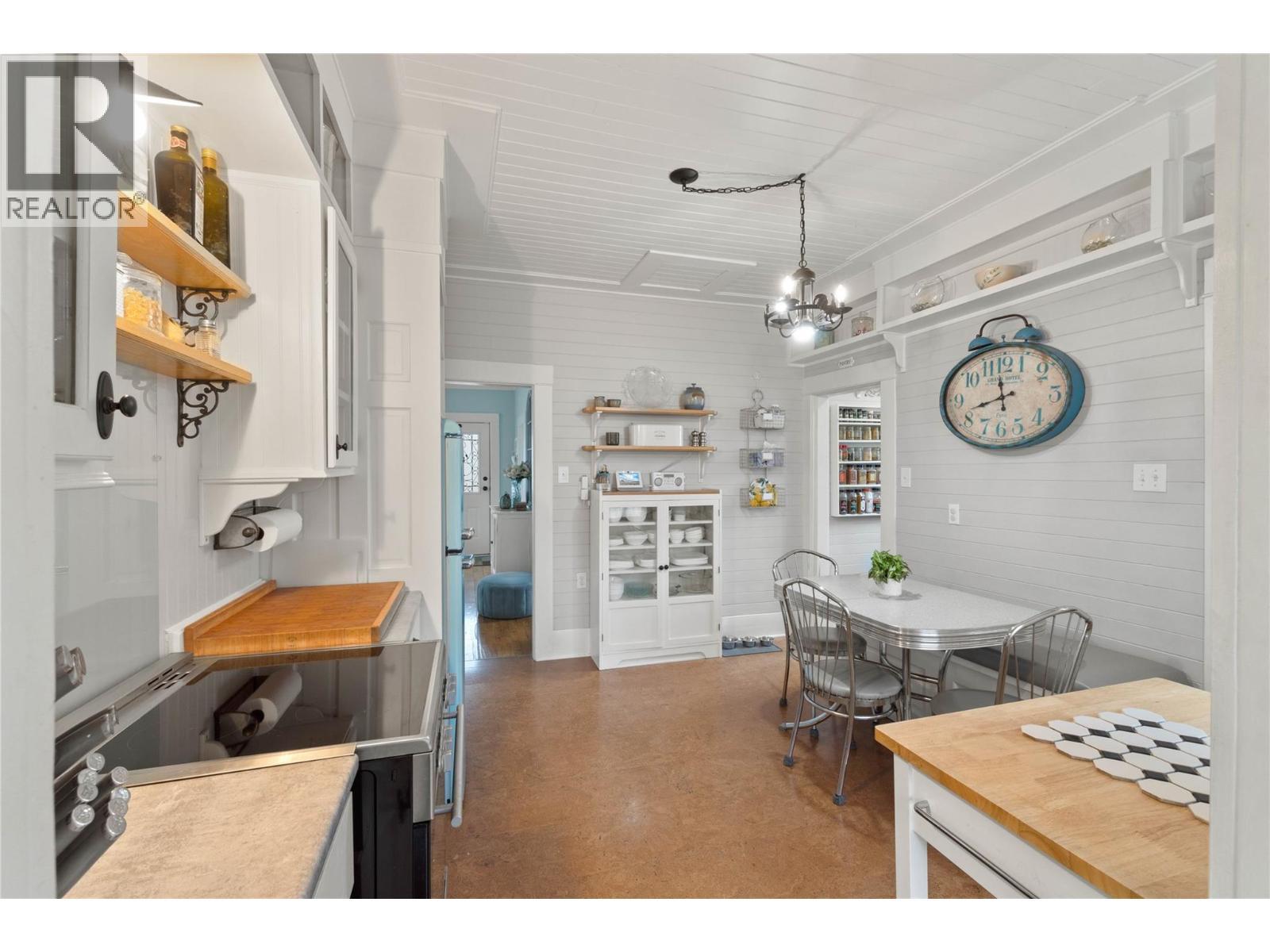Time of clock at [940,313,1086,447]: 11:42
